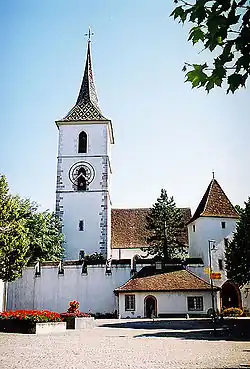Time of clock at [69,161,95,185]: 4:37
